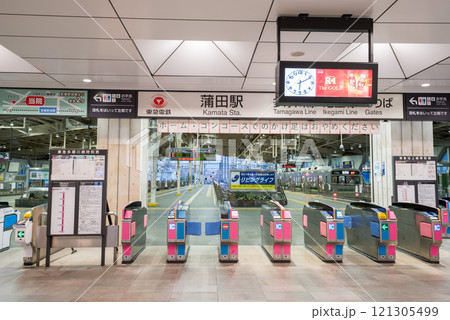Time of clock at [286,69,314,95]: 6:10
